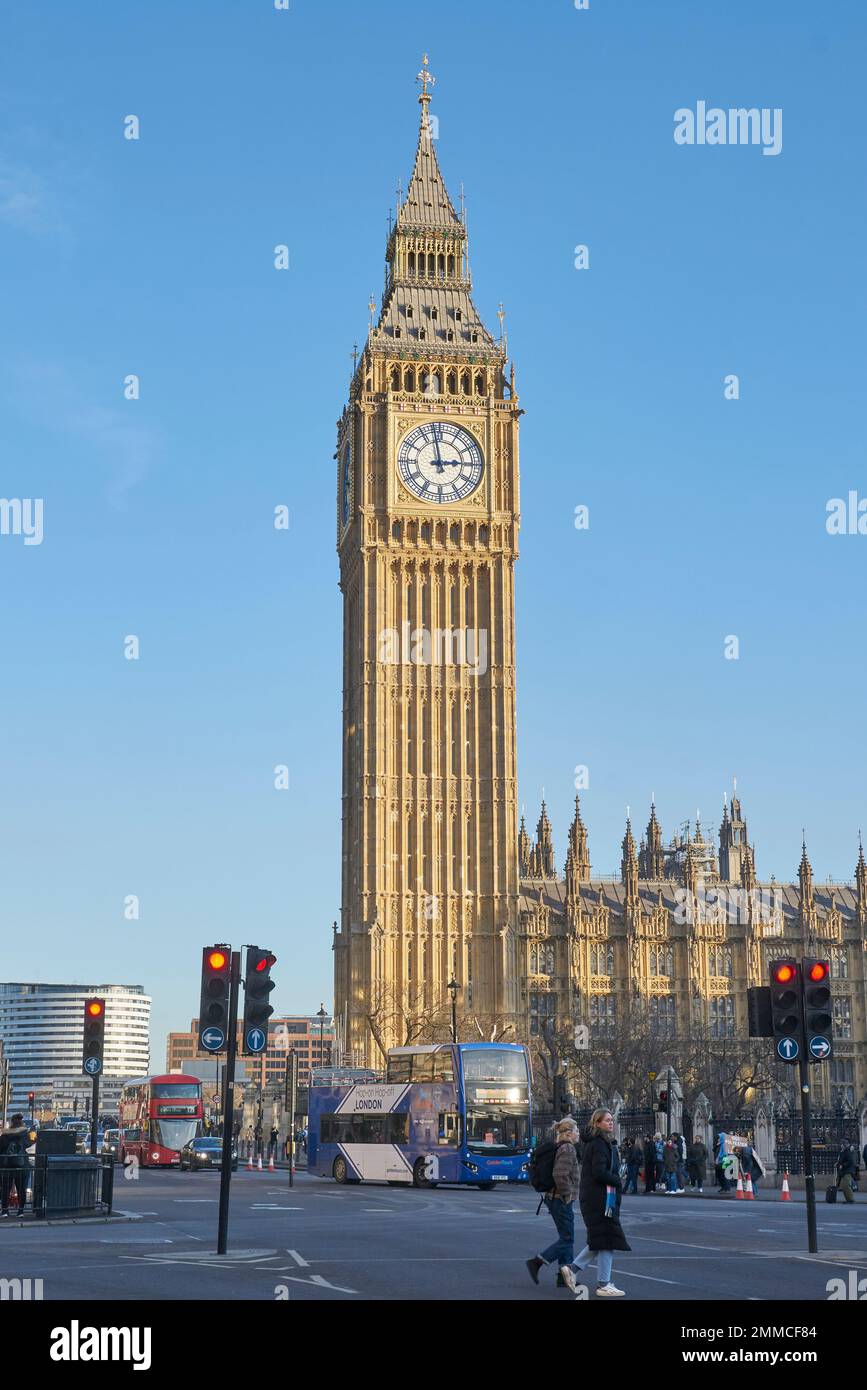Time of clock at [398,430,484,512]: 2:58
